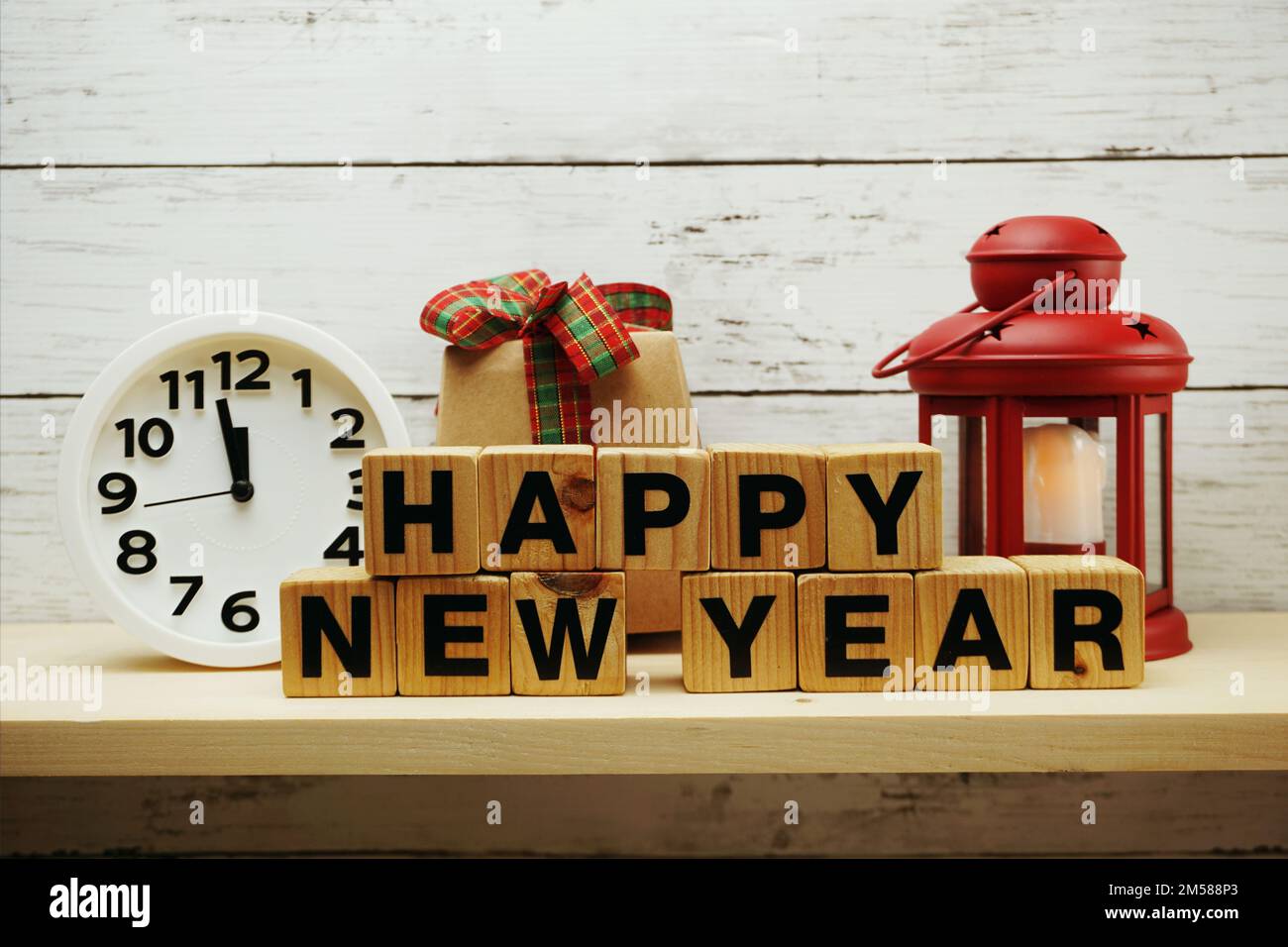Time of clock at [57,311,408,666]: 11:57
